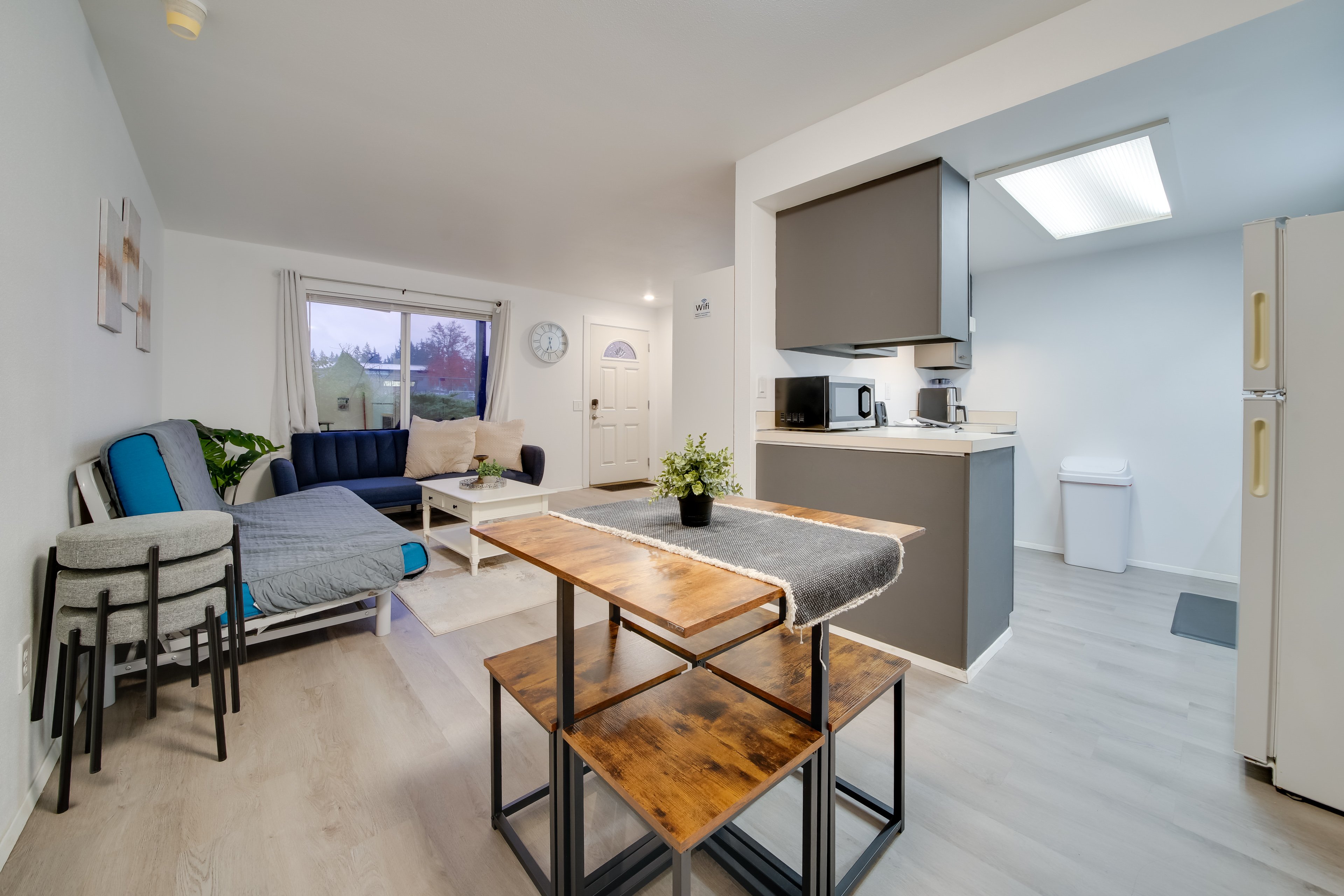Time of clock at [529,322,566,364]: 5:33
